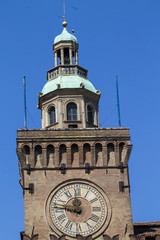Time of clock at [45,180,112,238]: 11:46
